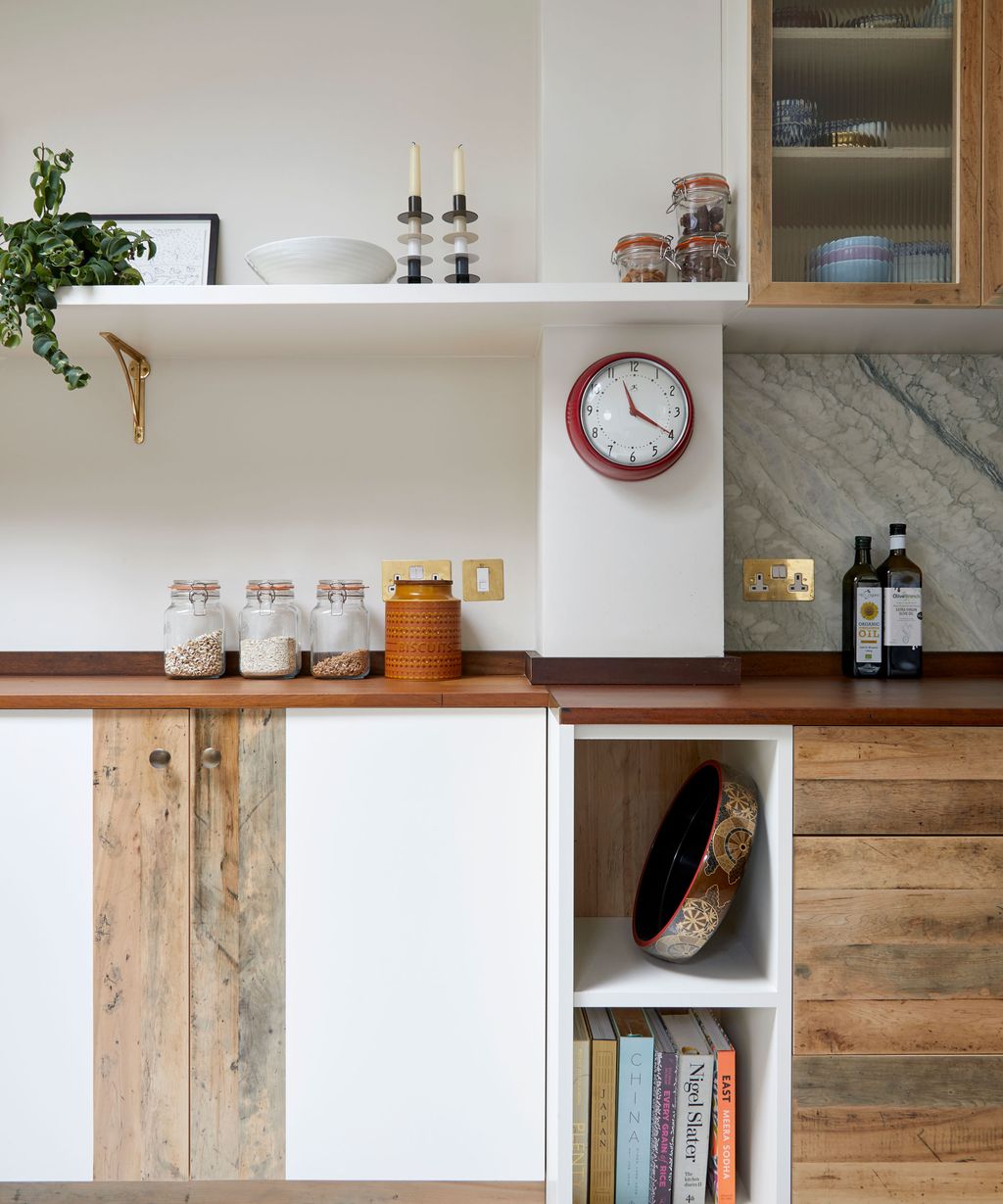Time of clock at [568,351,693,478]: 11:19
